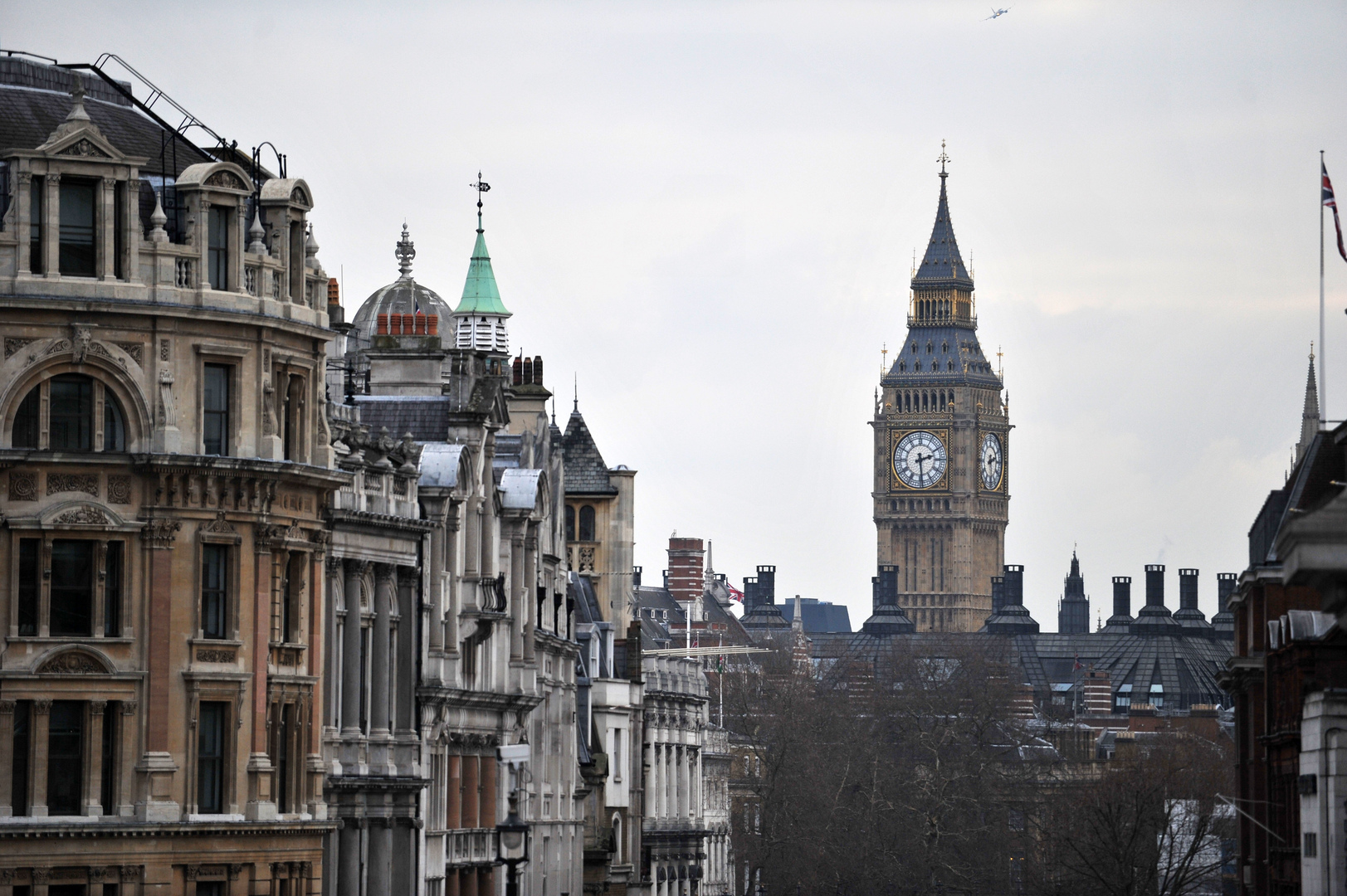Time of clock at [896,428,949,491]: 2:29
